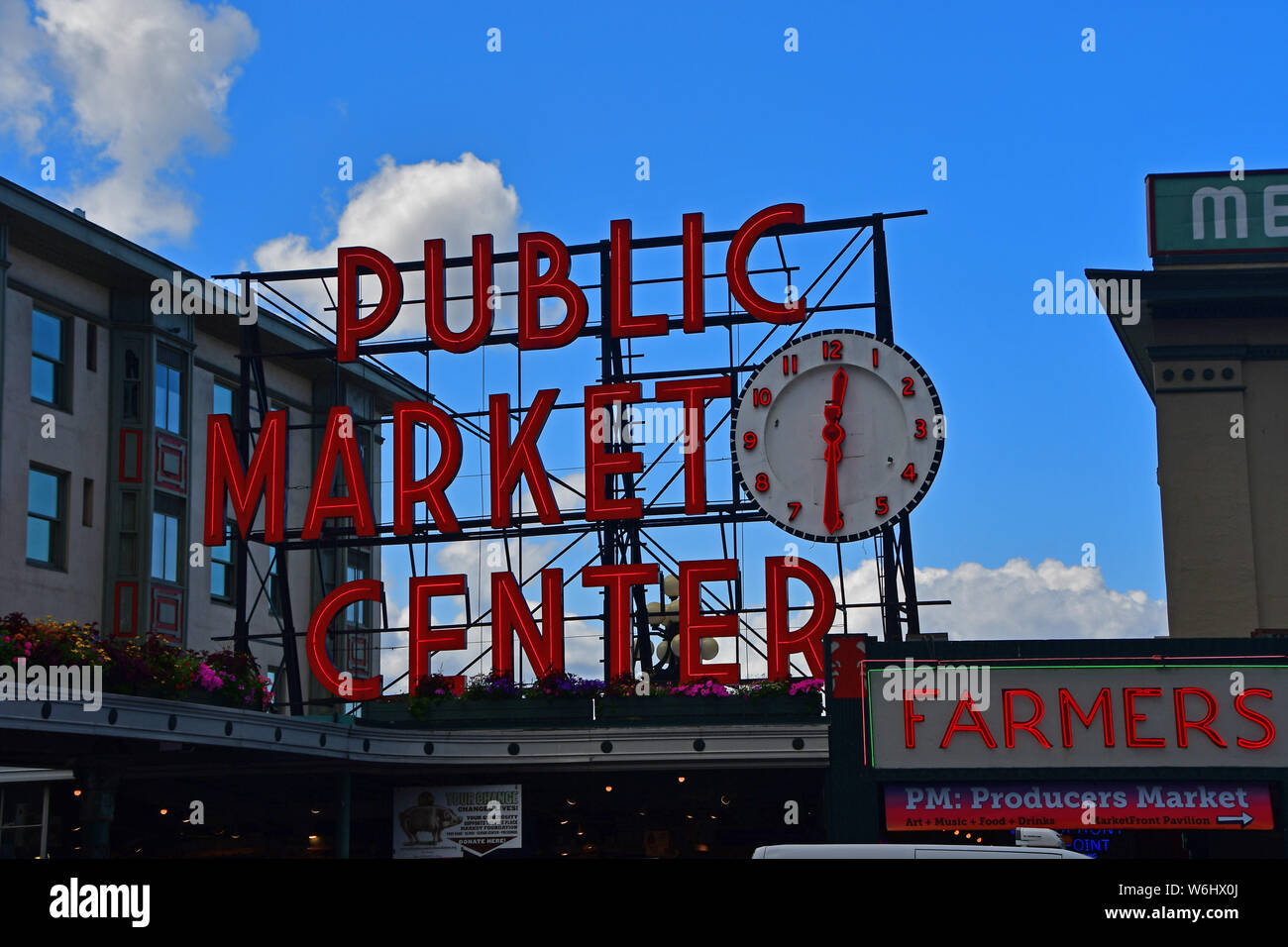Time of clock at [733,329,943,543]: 12:30
